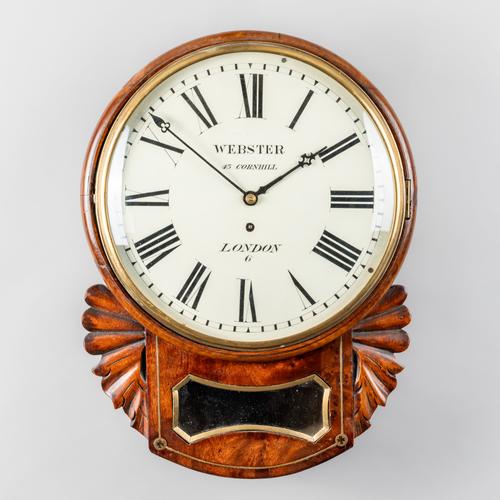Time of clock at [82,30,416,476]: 1:51
